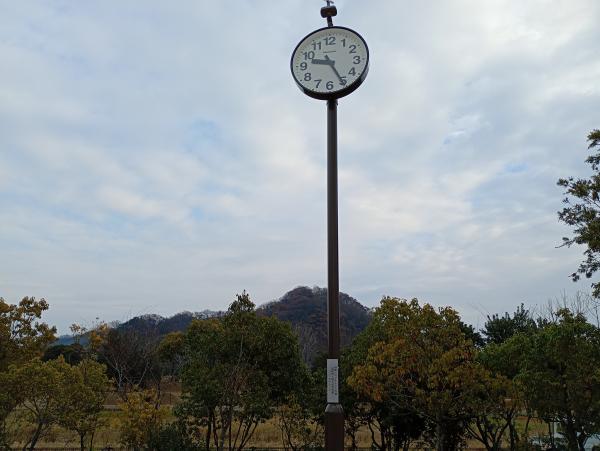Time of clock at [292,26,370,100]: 9:25
